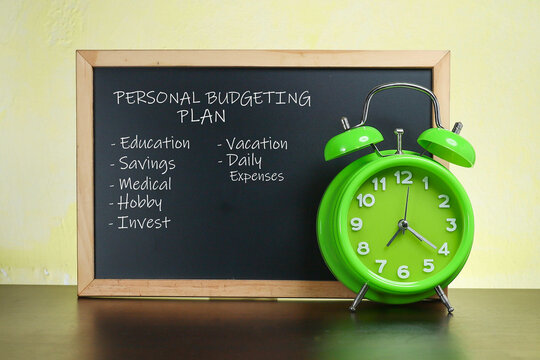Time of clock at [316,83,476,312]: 7:20
